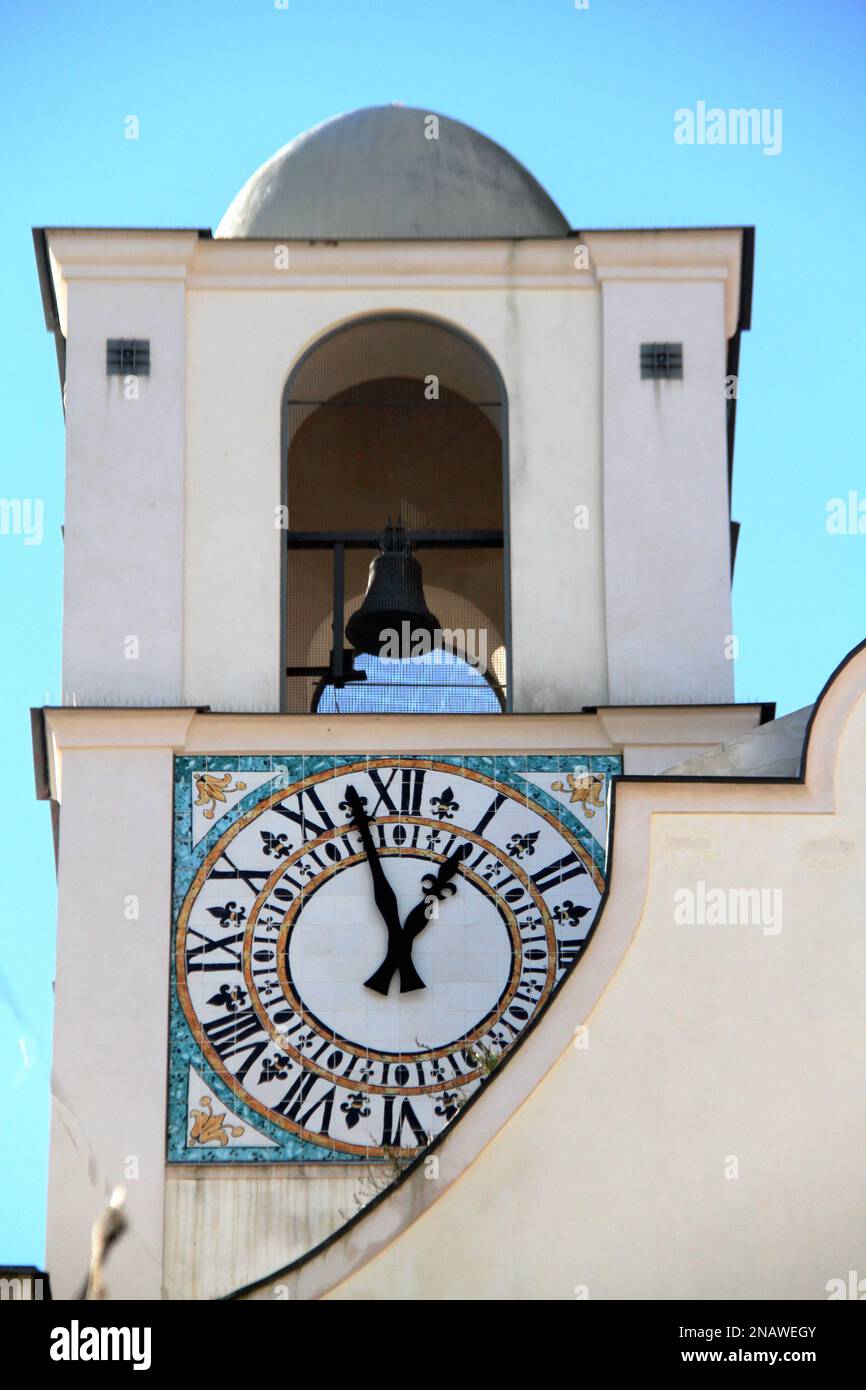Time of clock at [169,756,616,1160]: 12:57
